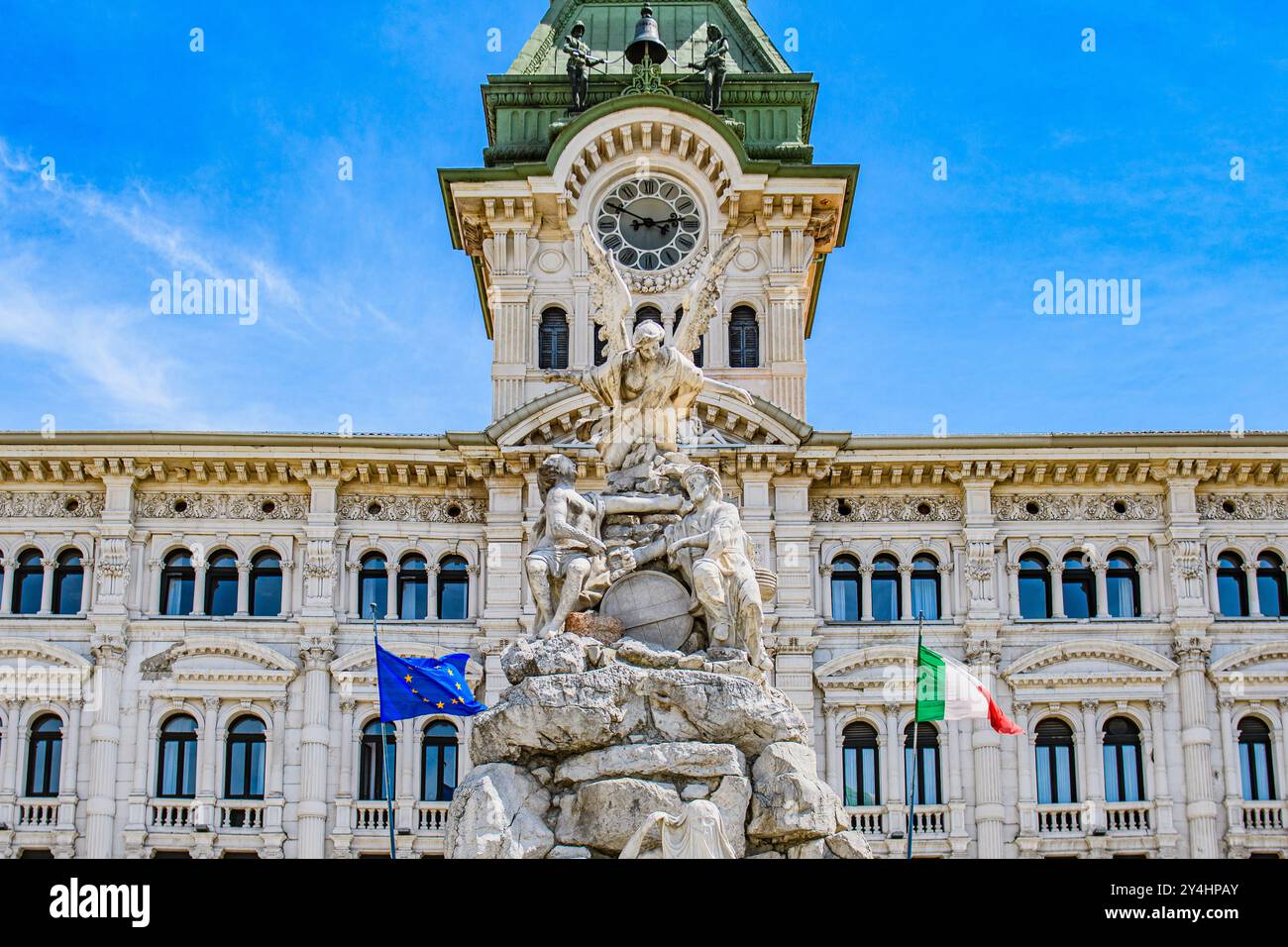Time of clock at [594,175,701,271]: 2:49
